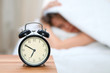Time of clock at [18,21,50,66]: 6:50
